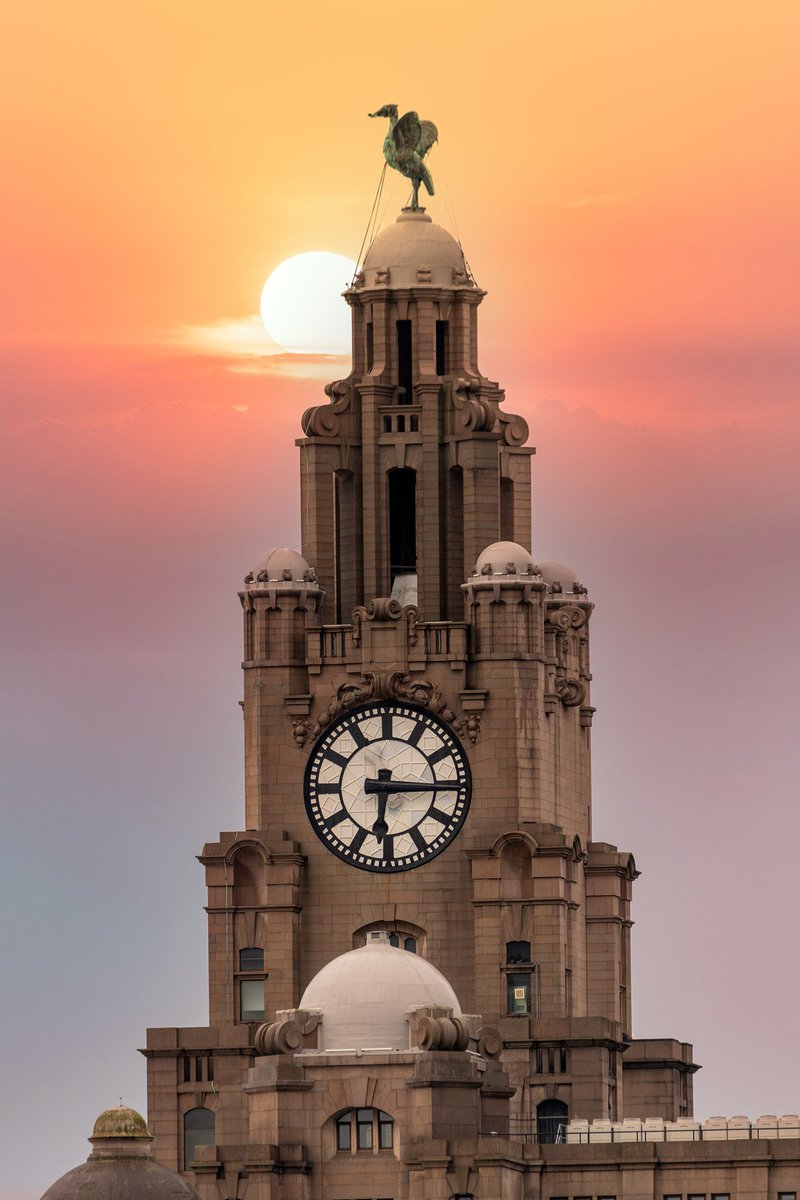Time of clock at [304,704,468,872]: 6:15
